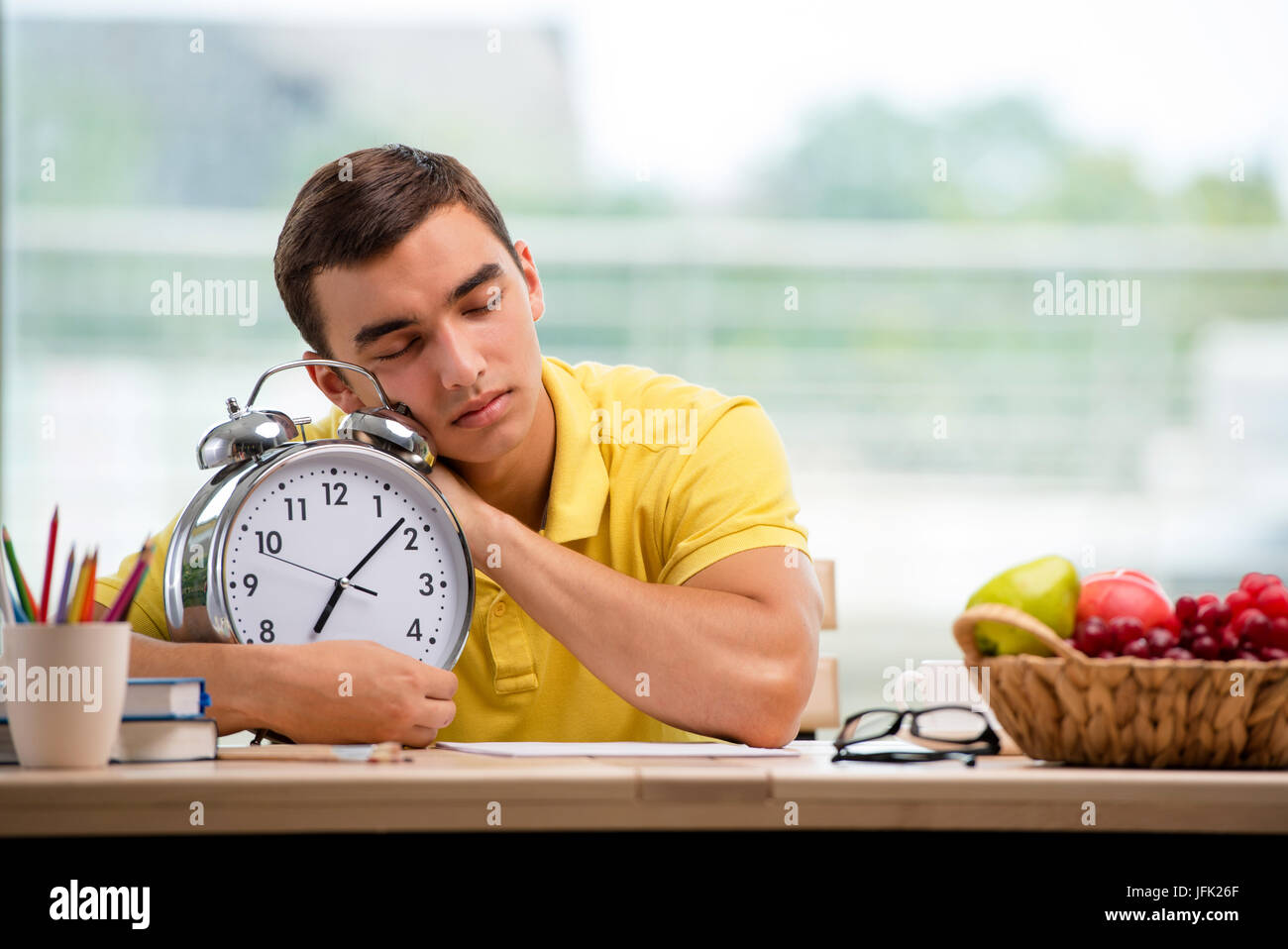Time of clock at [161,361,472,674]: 7:08
